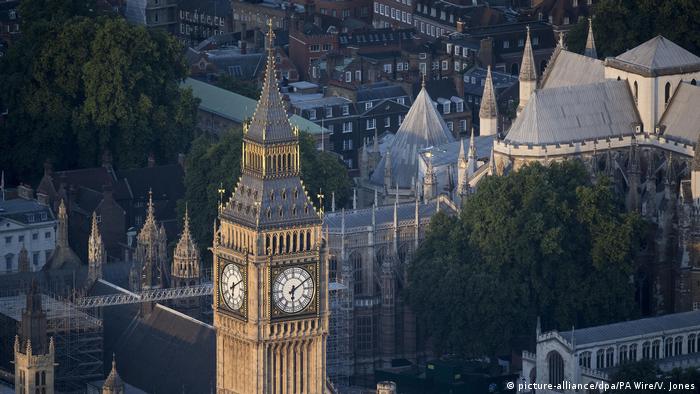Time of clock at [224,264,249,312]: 6:10
